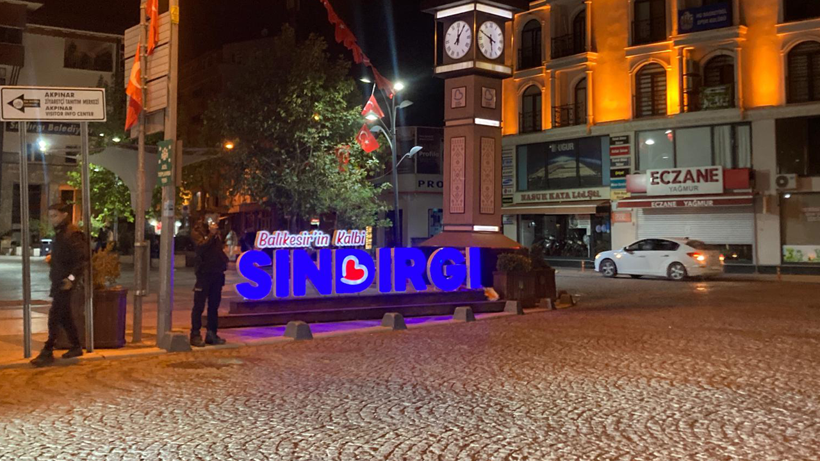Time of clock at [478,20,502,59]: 5:49
